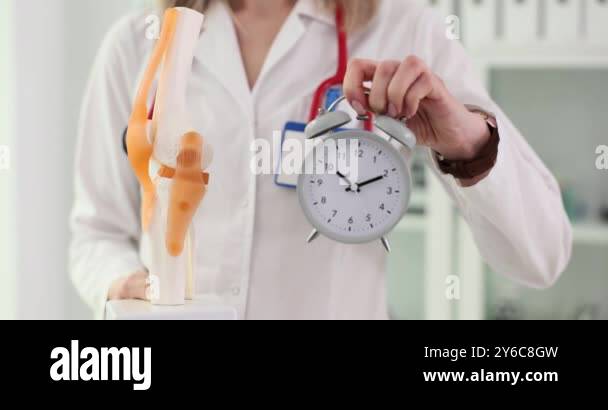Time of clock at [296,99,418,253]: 10:10
